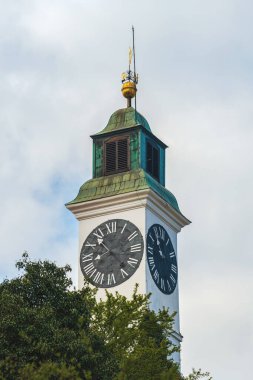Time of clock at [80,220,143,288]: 8:23
